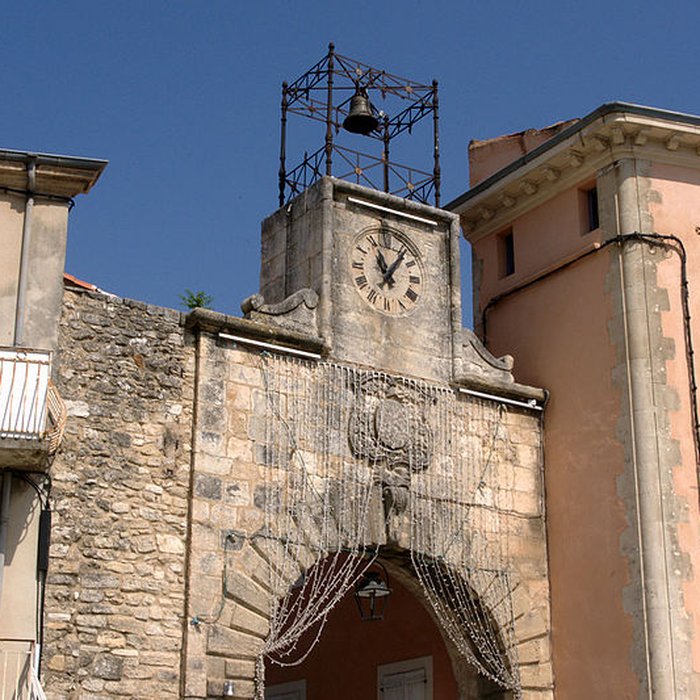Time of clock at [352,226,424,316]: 11:05
